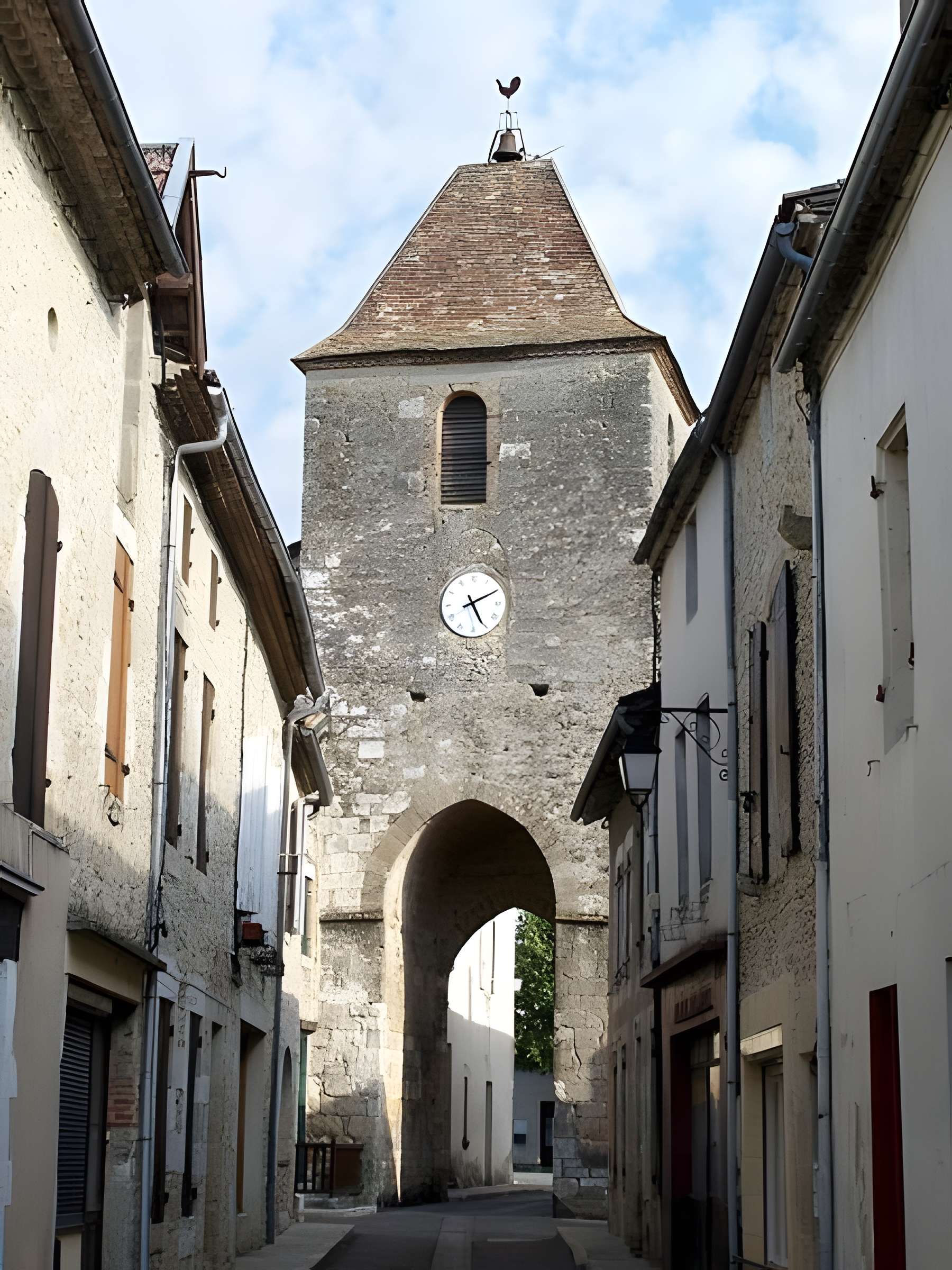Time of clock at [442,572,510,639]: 5:10
